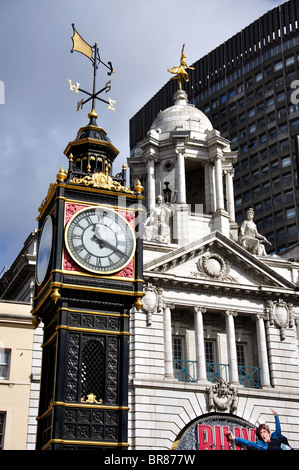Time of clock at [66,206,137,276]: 11:19
